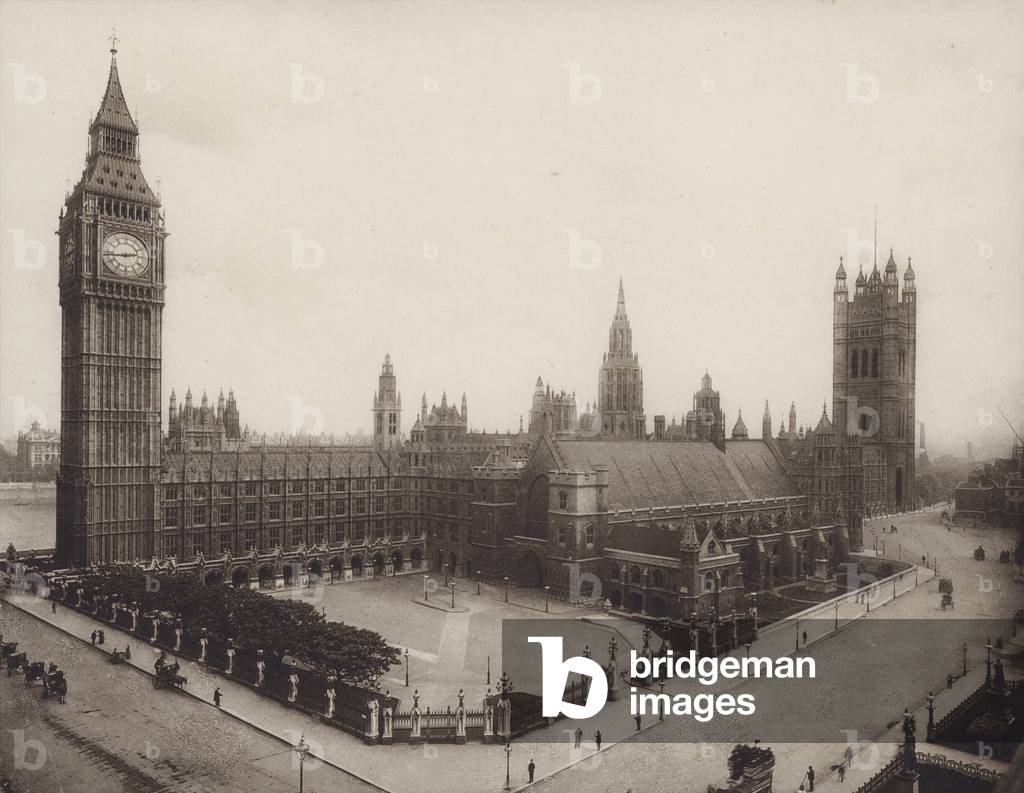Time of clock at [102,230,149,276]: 2:43
